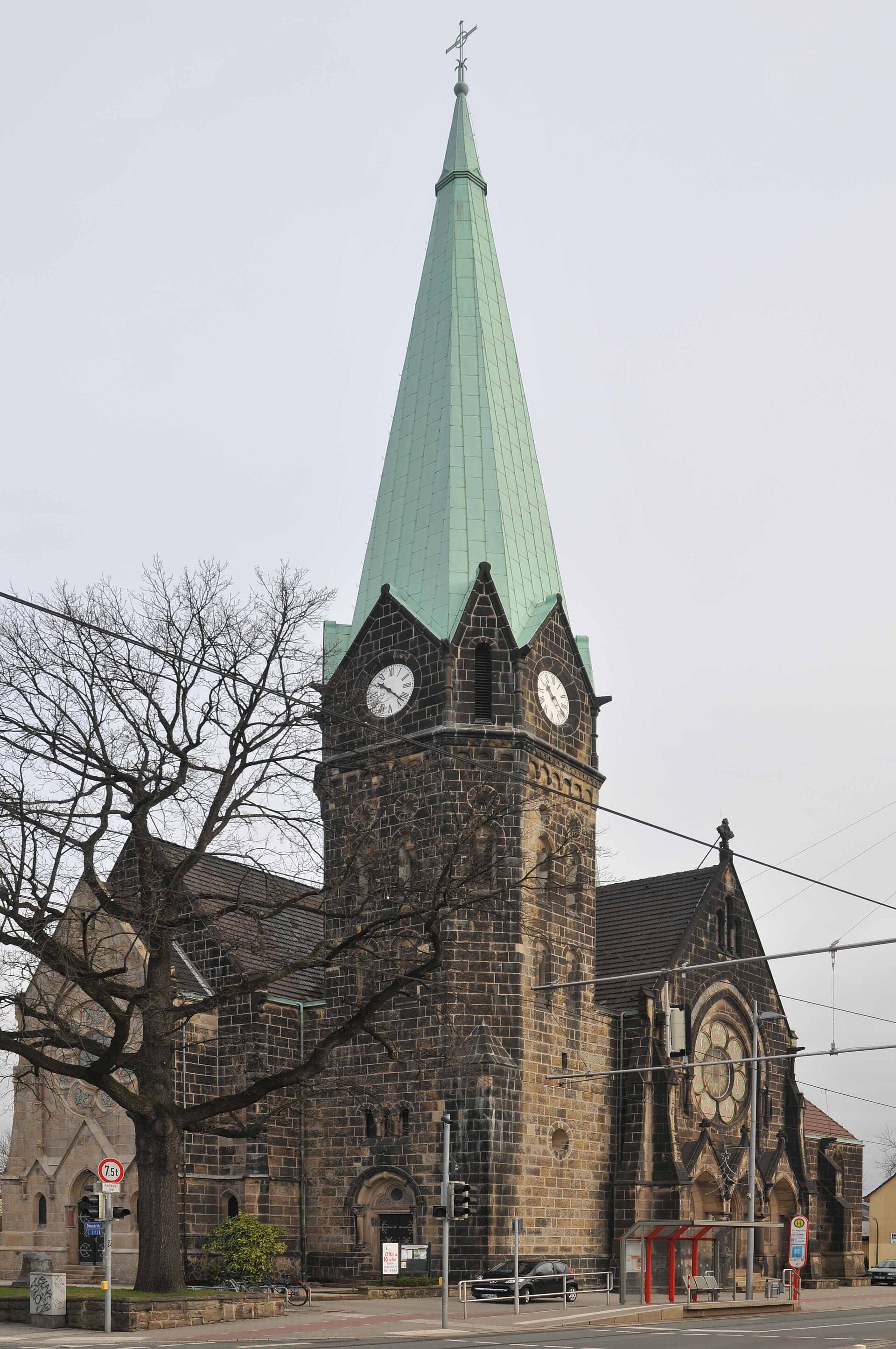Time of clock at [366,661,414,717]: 10:22
